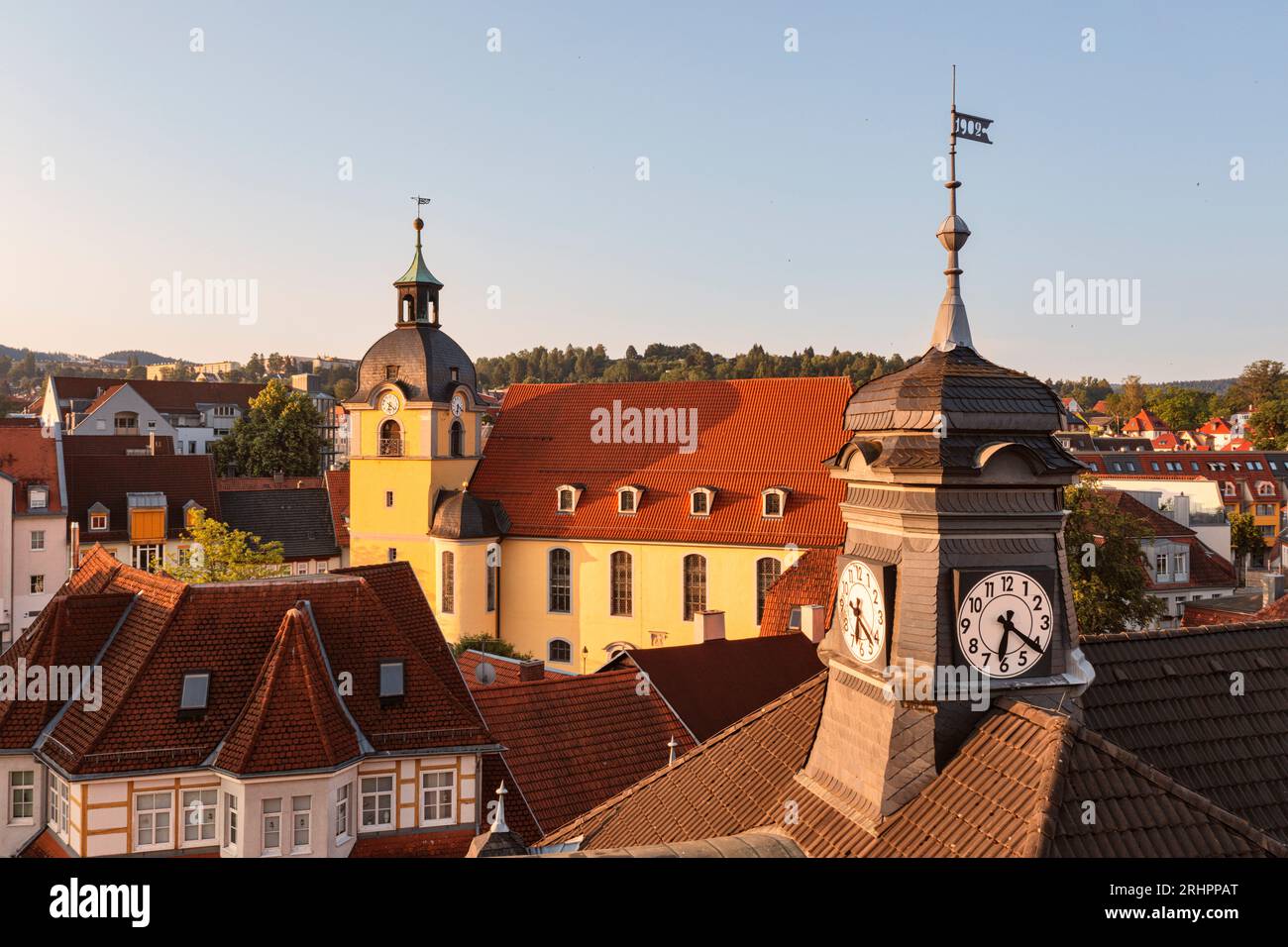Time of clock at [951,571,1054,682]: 6:21
